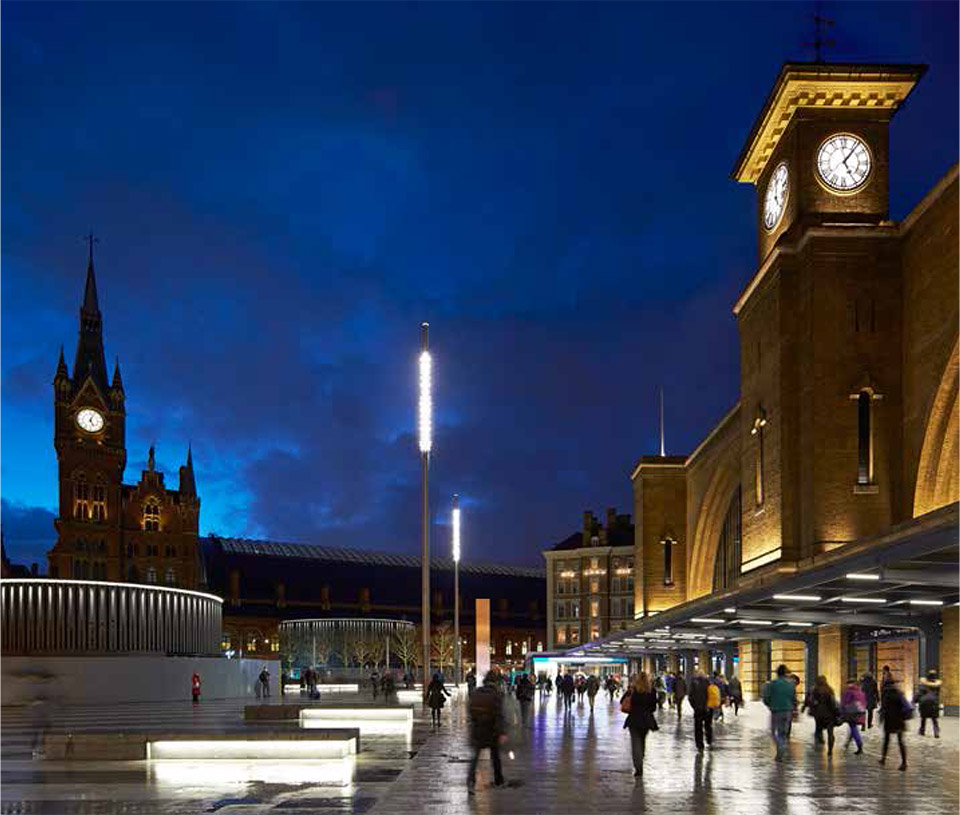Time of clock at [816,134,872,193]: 5:06
